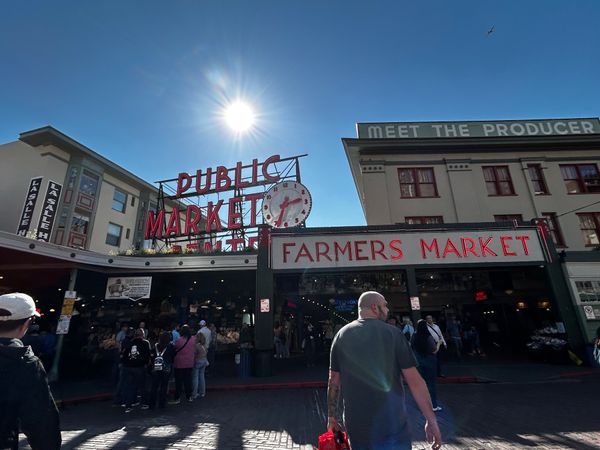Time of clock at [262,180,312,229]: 2:33
